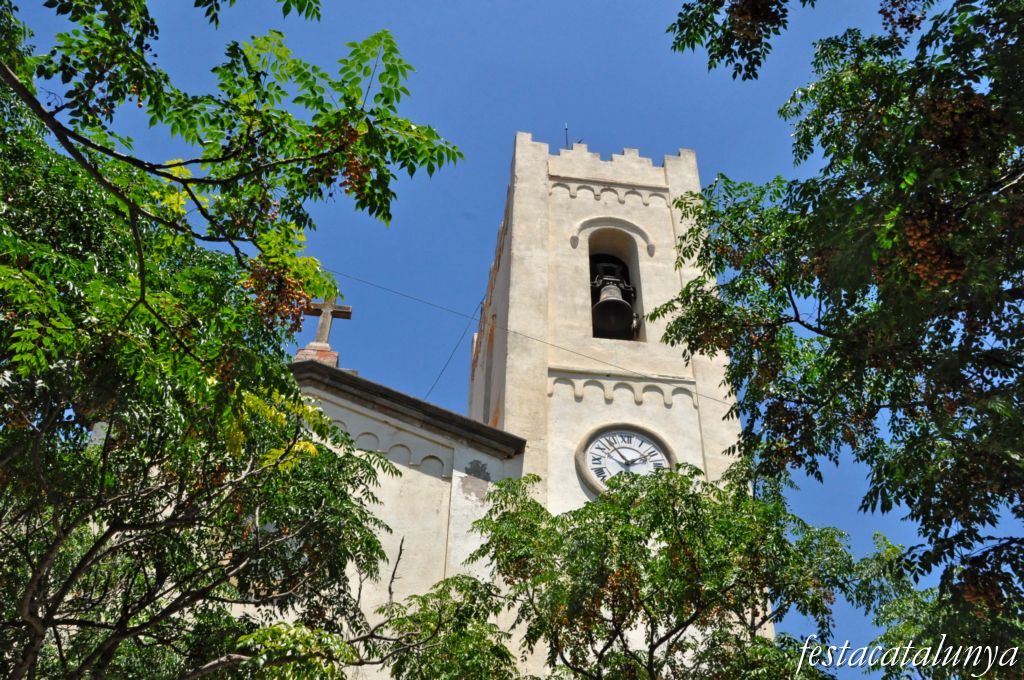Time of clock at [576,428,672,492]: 1:53
